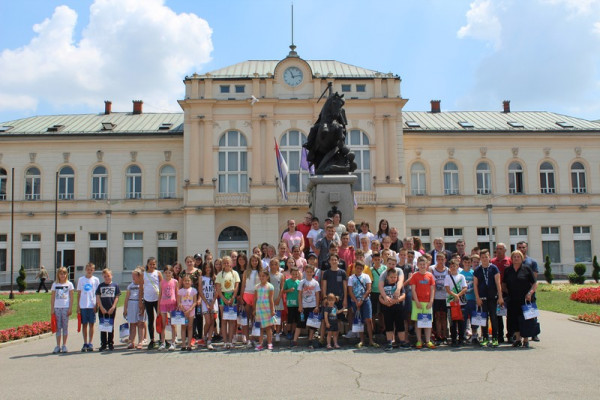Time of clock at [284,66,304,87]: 11:13
